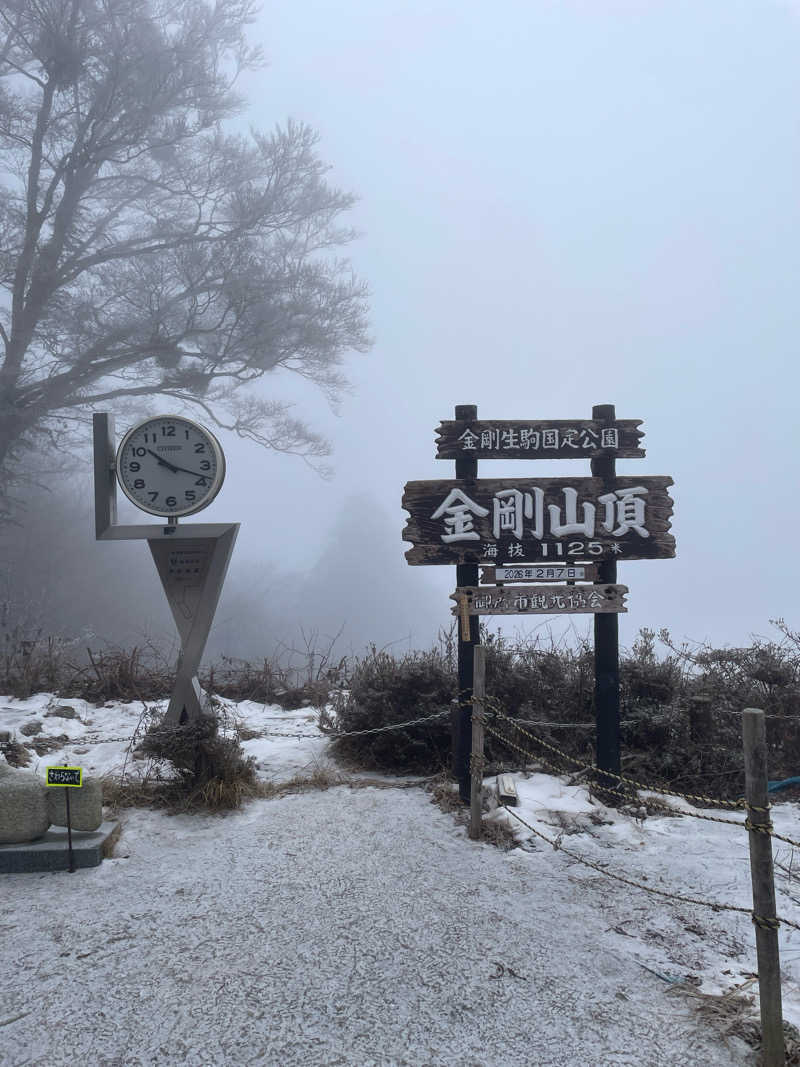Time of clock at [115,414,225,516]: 10:18
